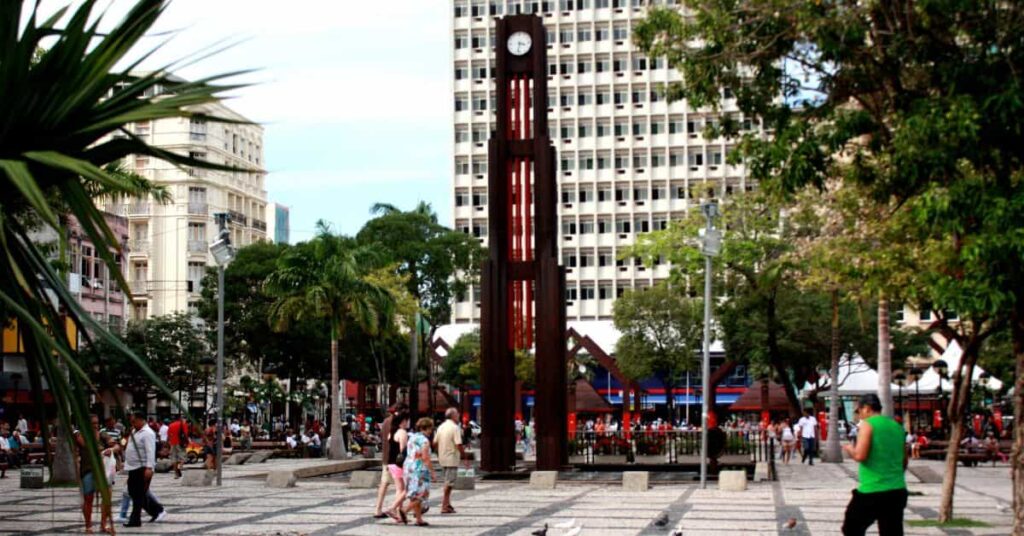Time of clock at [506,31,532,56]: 3:32
